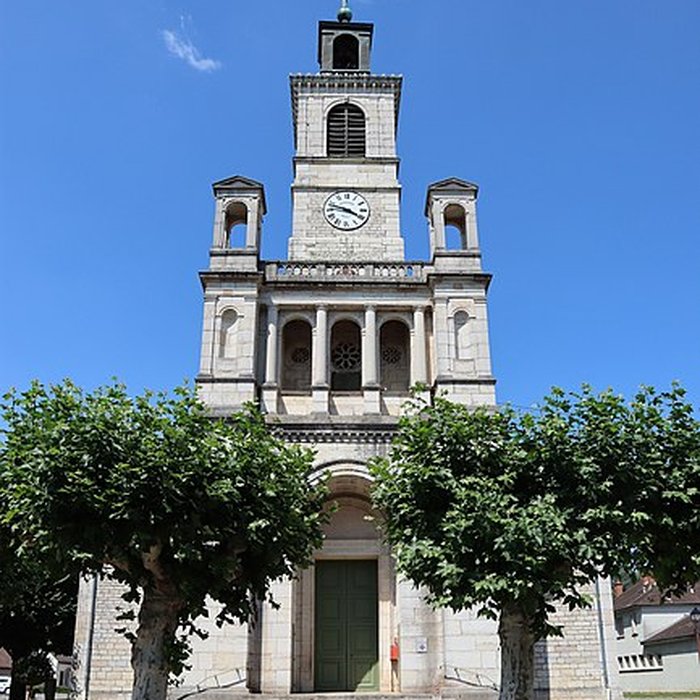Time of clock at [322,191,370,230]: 3:47
